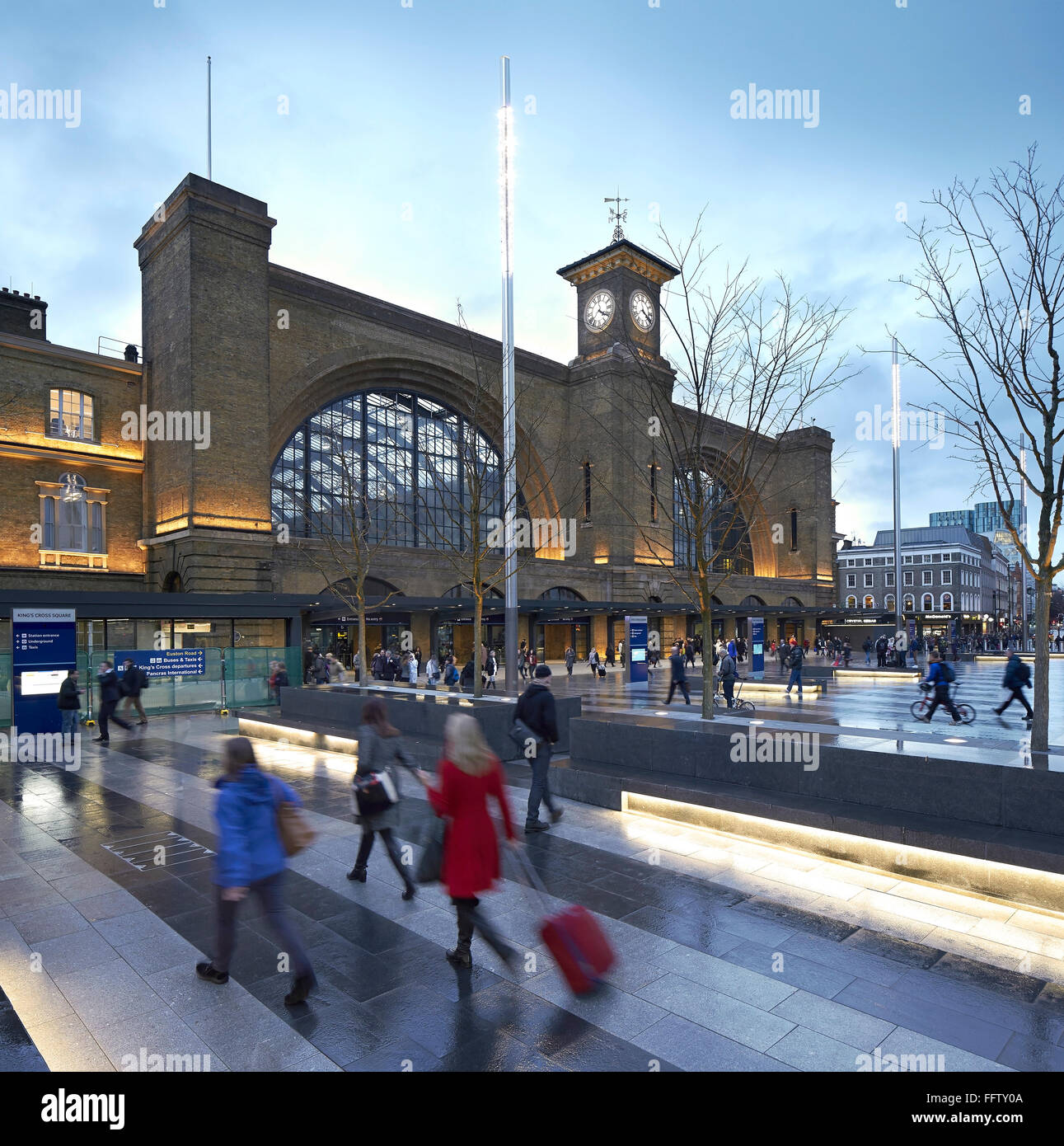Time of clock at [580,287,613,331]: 4:20
